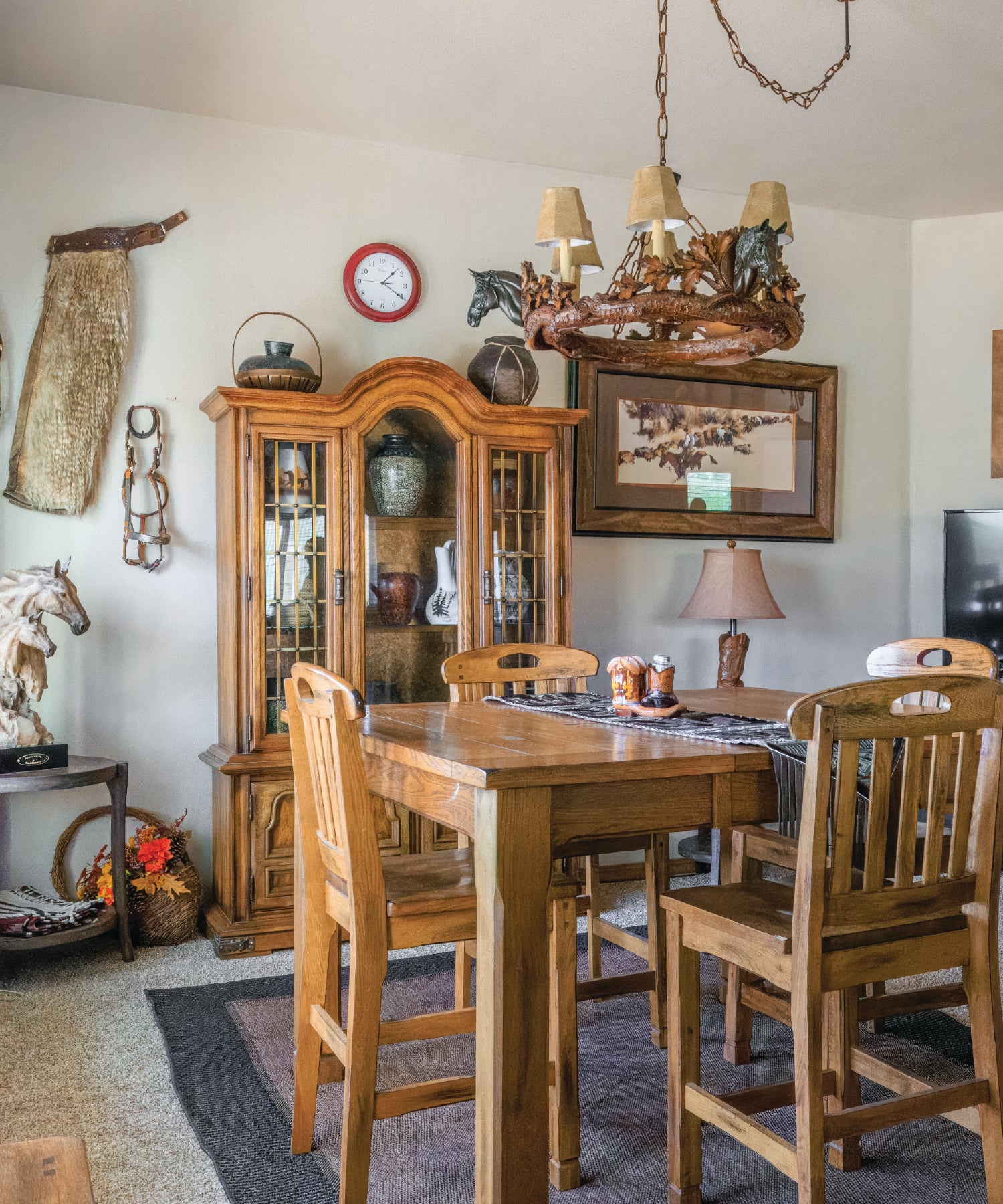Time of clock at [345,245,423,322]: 1:20
